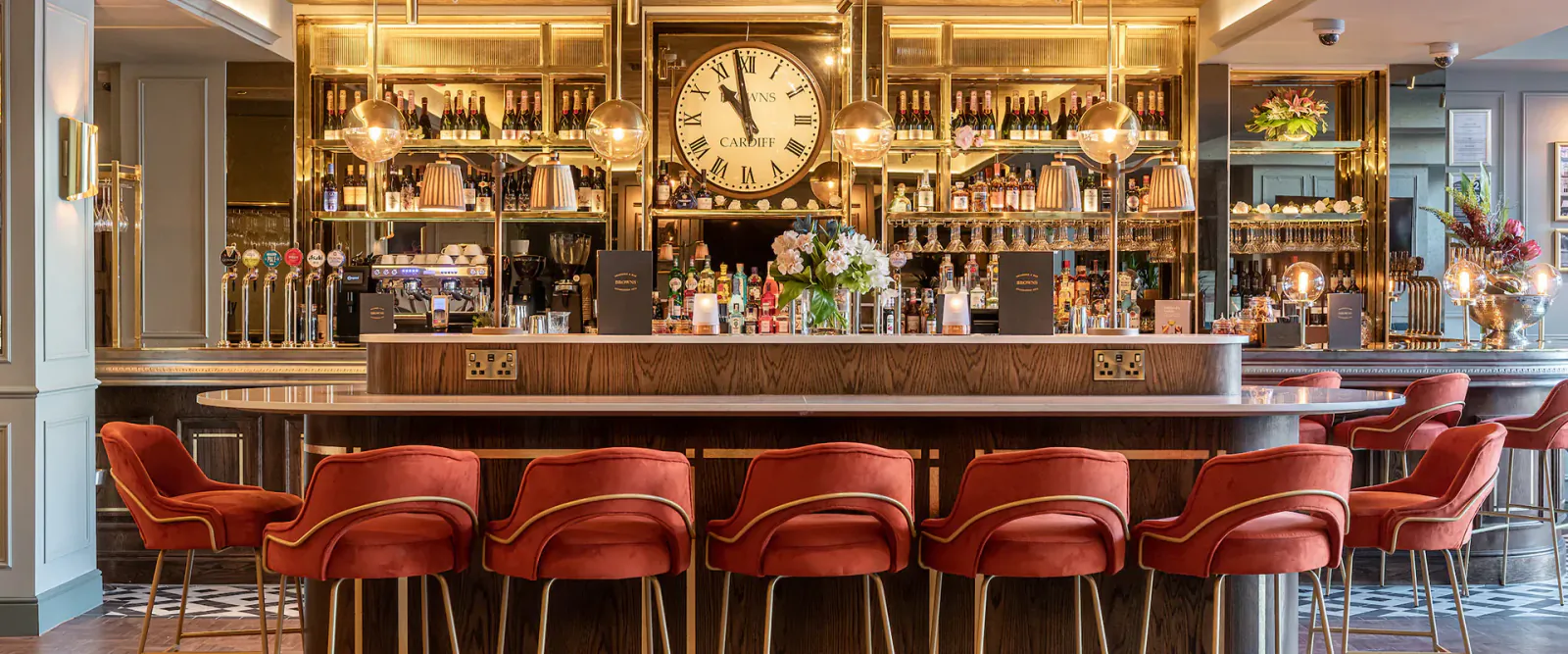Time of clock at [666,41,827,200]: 10:58
